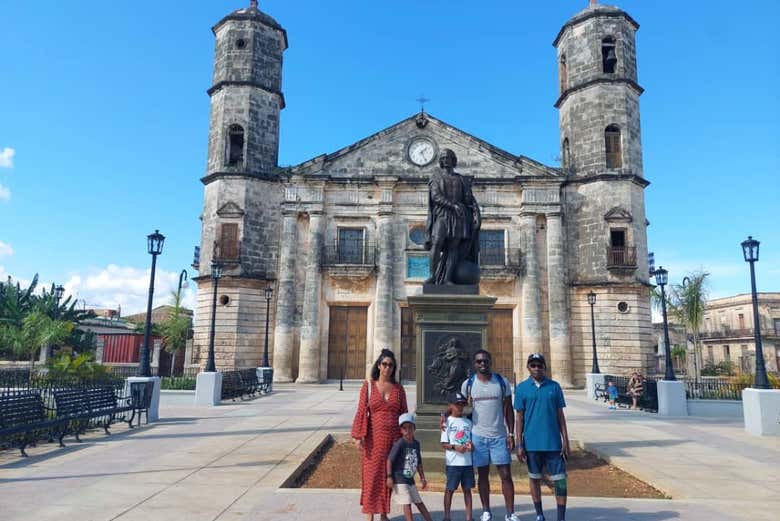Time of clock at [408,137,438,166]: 1:25
